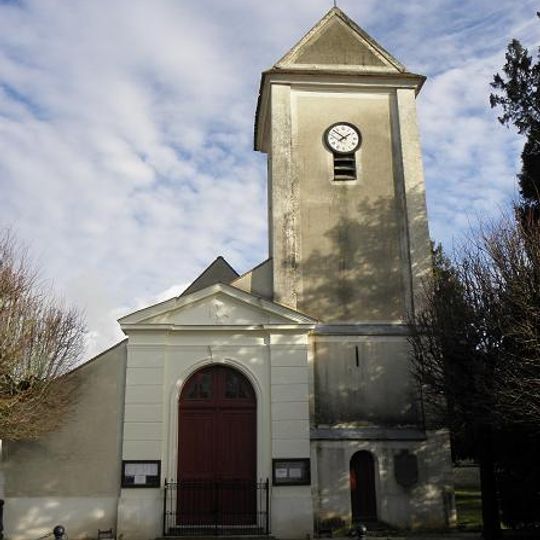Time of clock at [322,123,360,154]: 1:51
